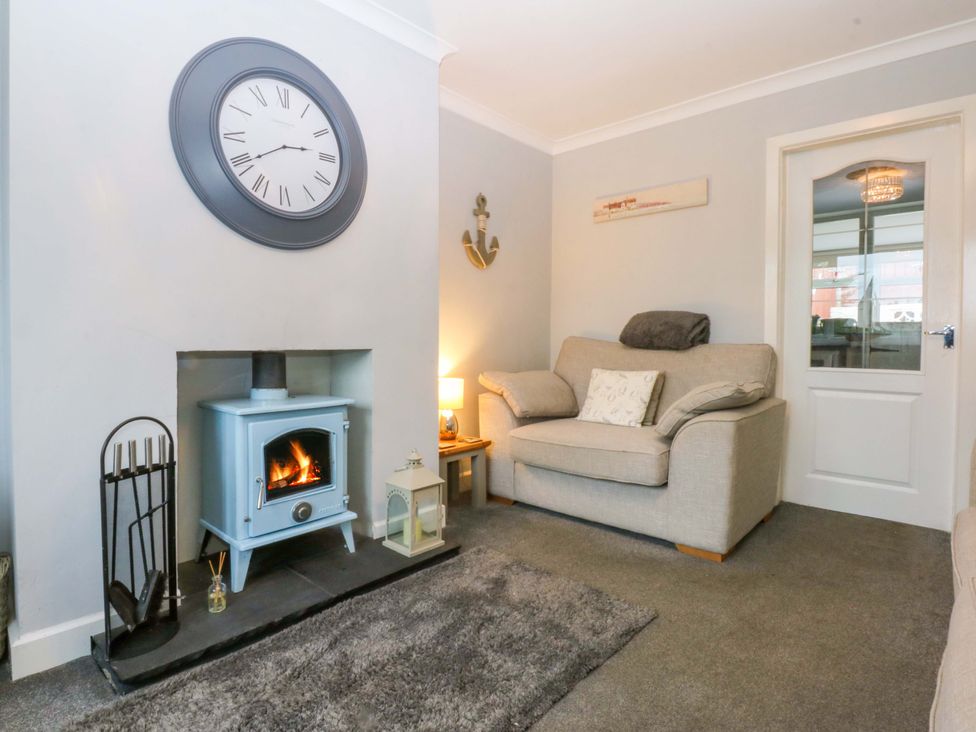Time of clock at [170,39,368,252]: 2:40
